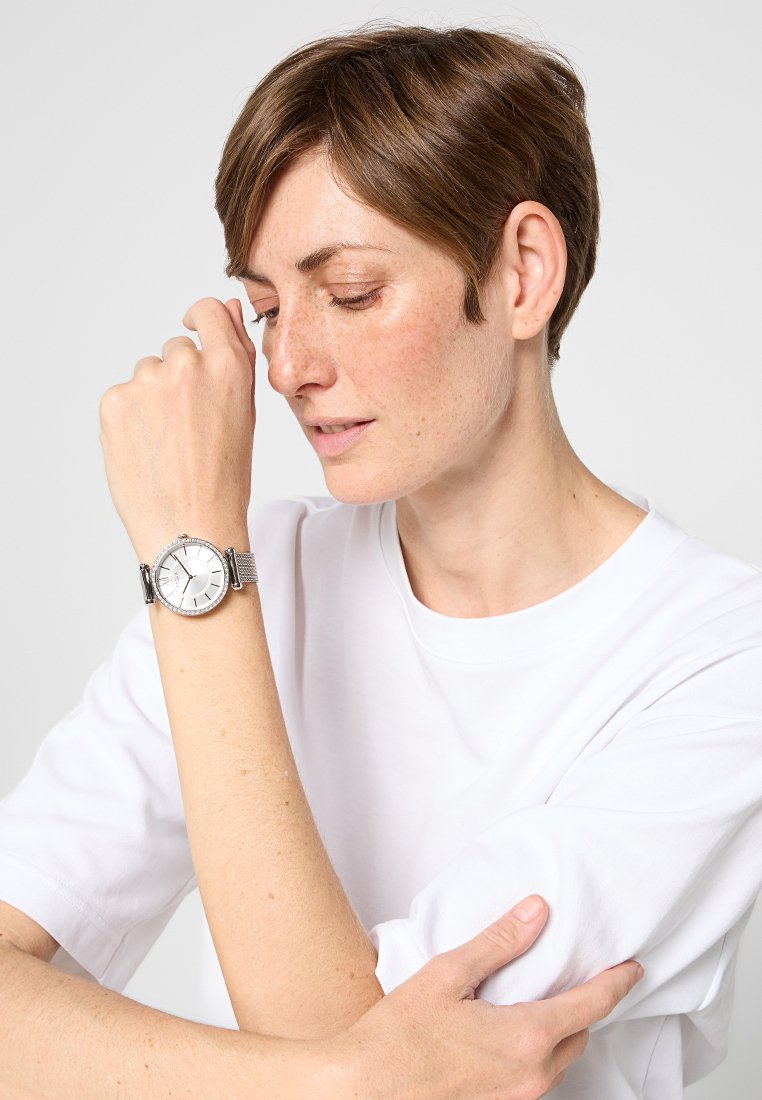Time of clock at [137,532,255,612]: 6:55
